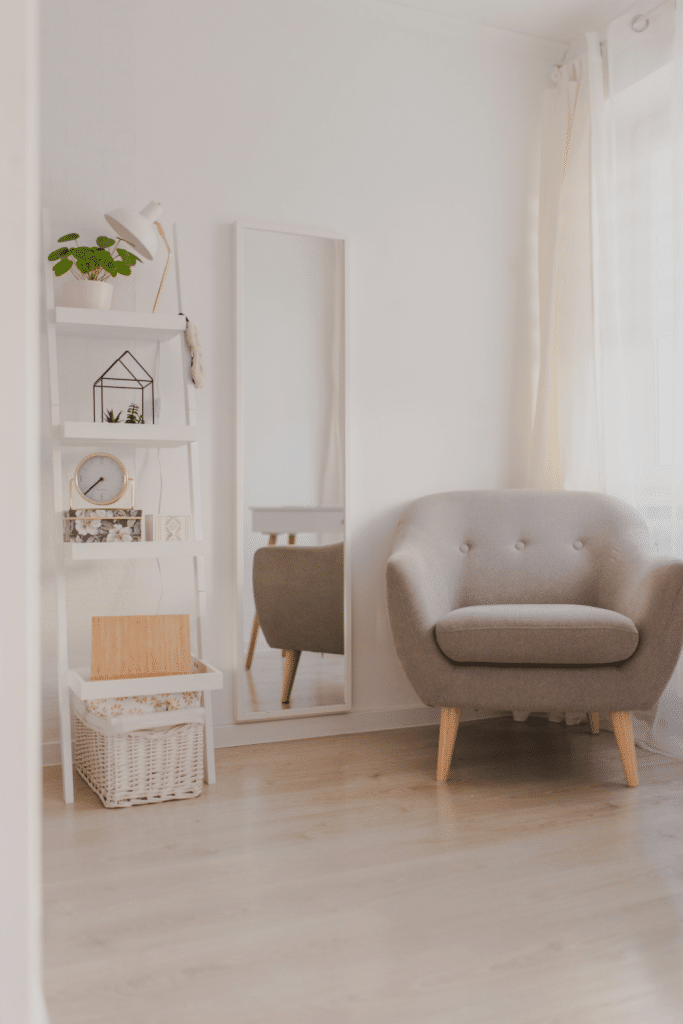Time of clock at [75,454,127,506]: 7:37
